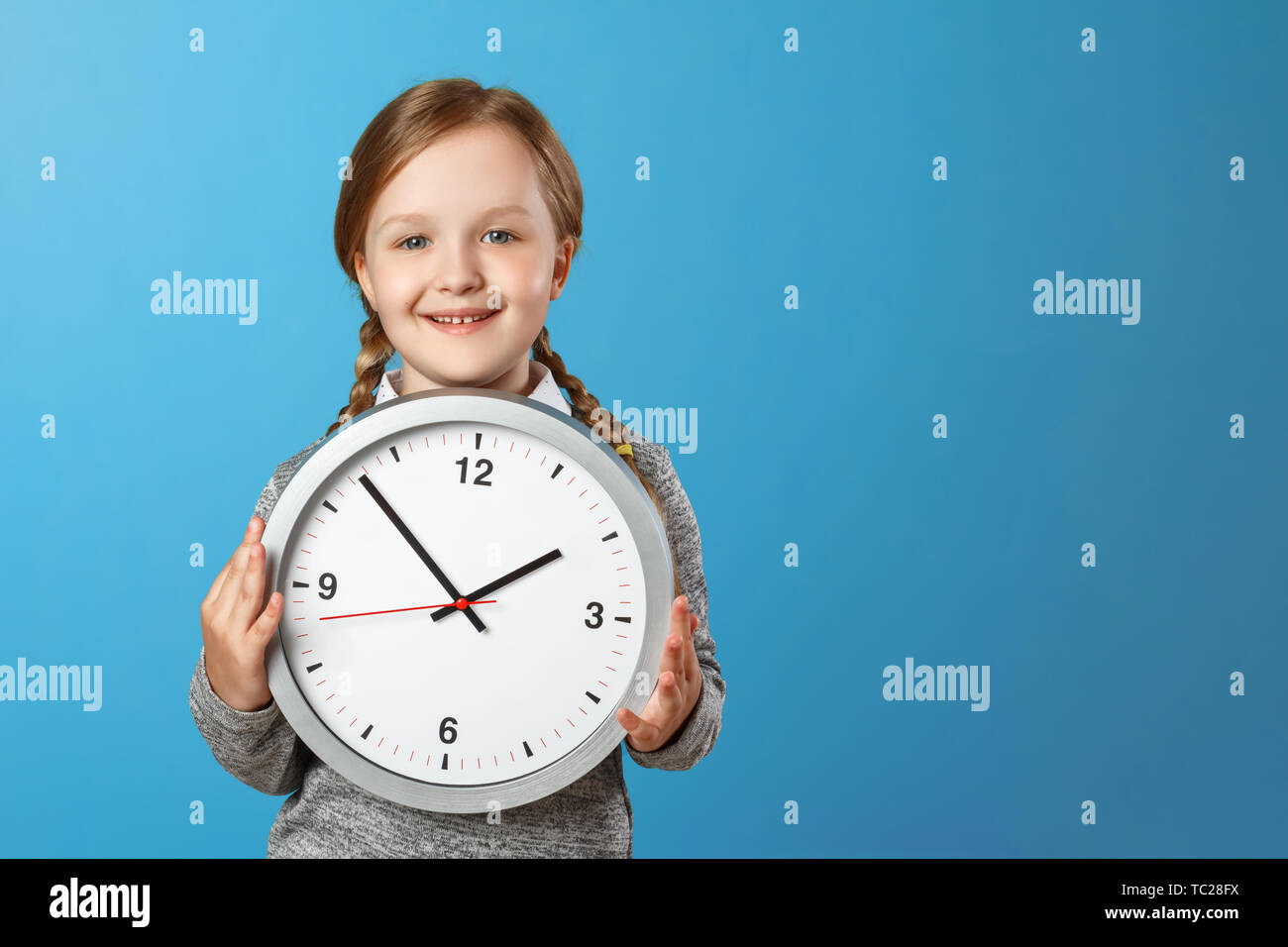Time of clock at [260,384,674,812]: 1:52
